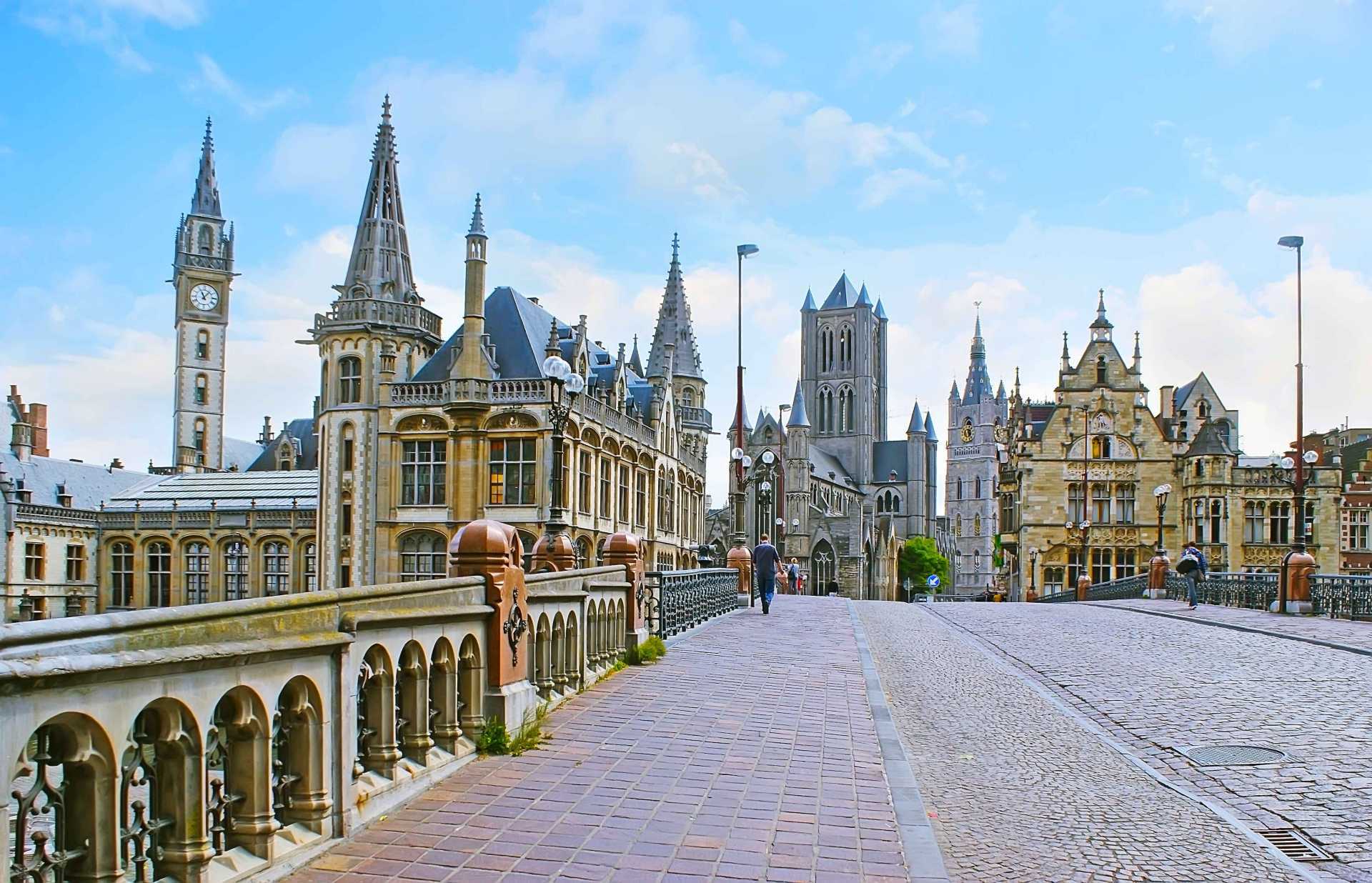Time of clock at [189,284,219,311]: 11:07
